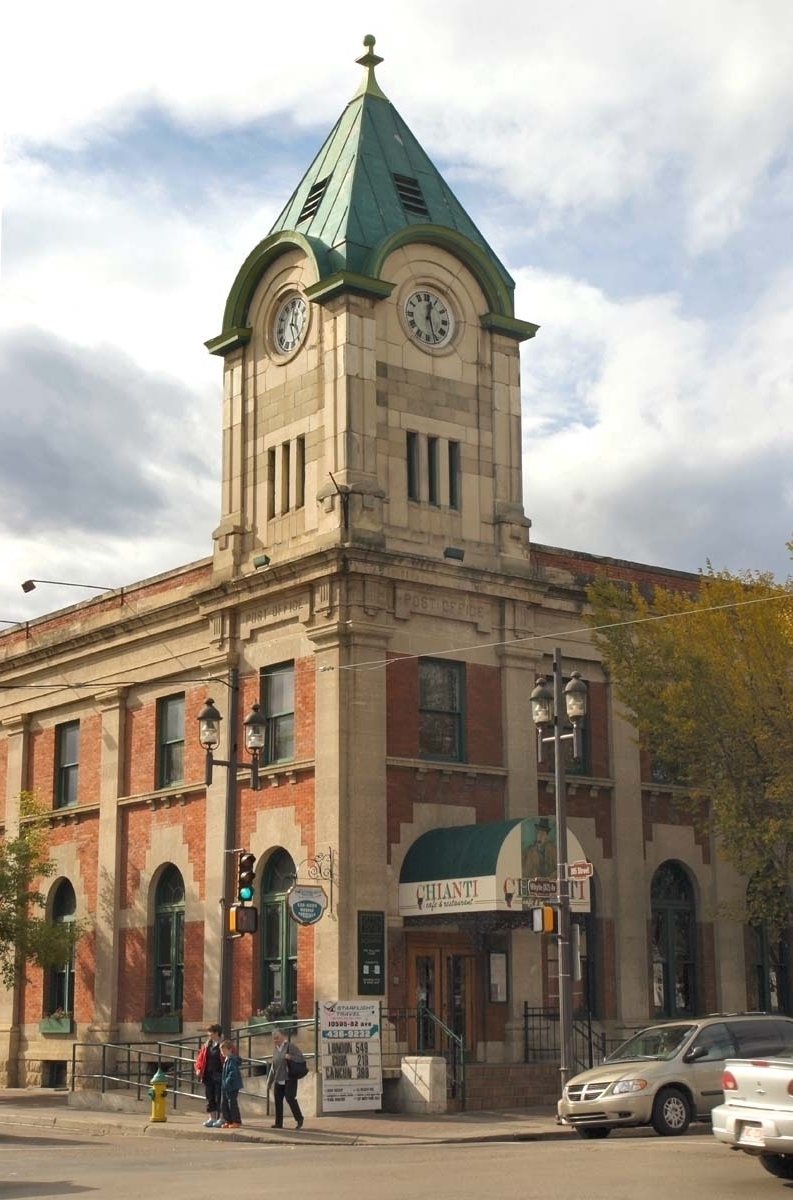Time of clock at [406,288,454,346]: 12:26
